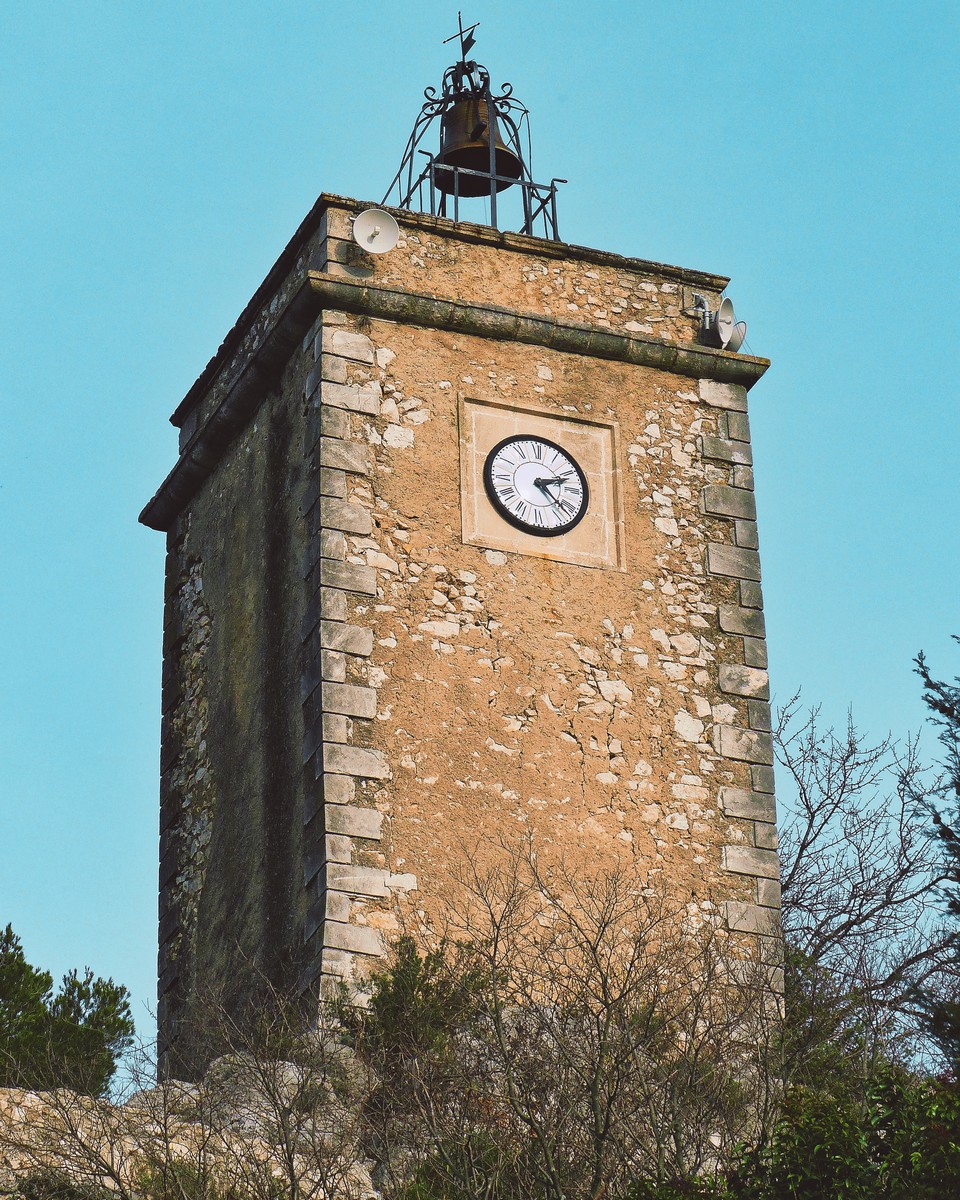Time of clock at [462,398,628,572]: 2:21
